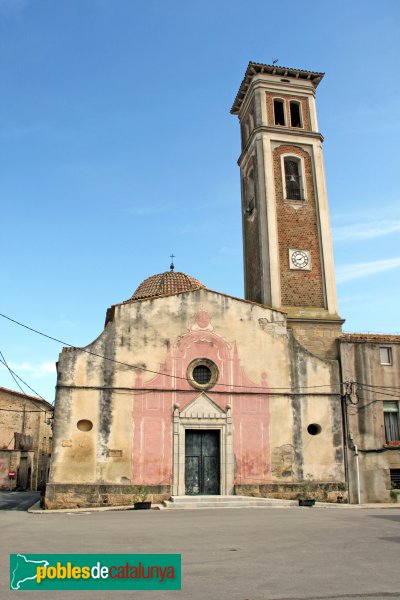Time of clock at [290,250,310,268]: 1:42
